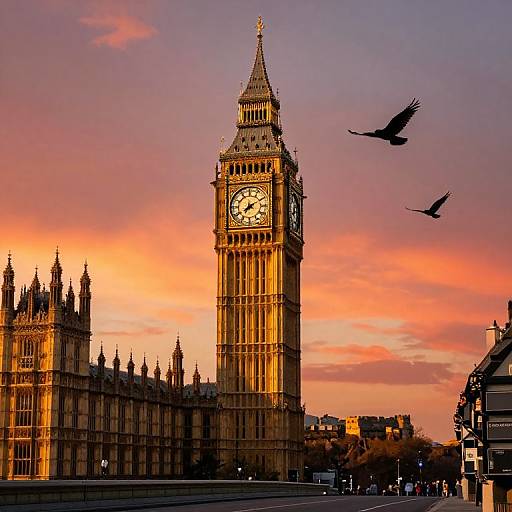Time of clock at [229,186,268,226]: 7:10
